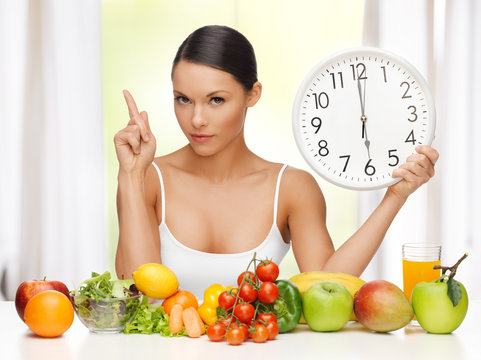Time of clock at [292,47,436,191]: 5:59
